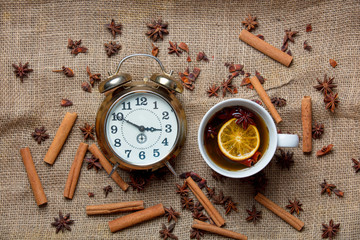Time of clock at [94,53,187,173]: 2:49
